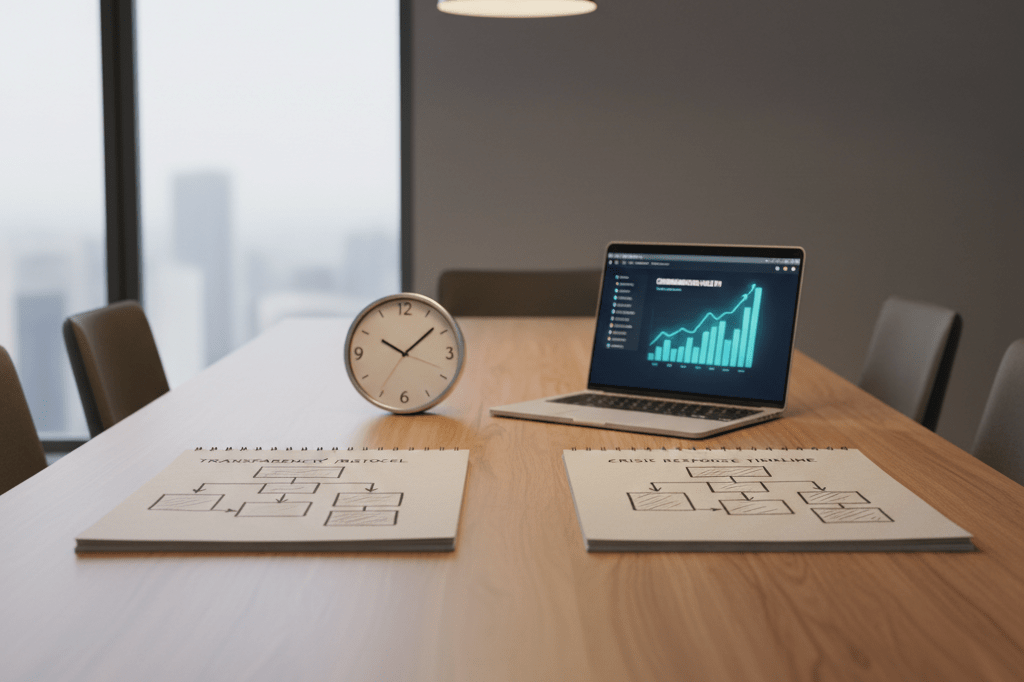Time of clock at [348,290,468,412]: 10:08
